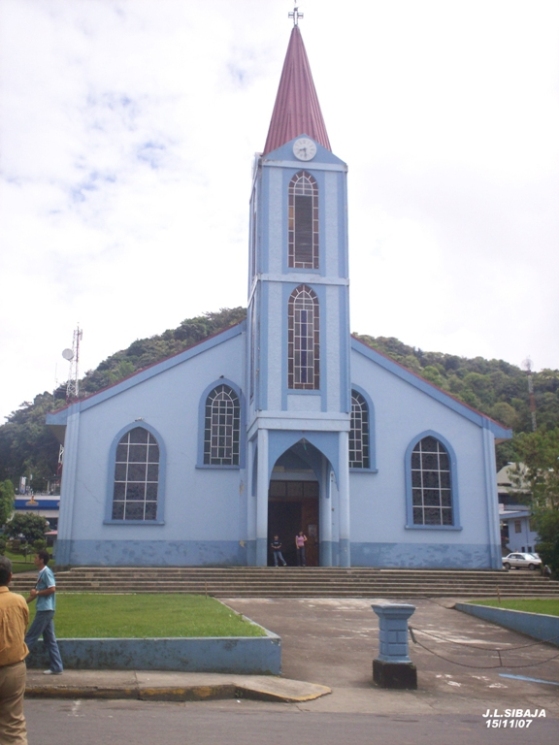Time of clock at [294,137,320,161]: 8:28
